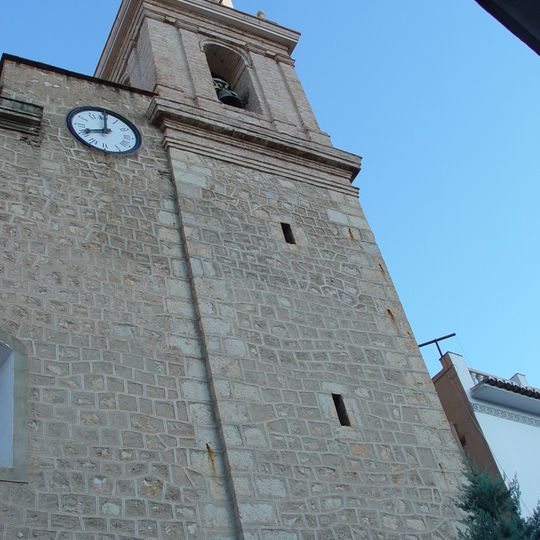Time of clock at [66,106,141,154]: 8:00
